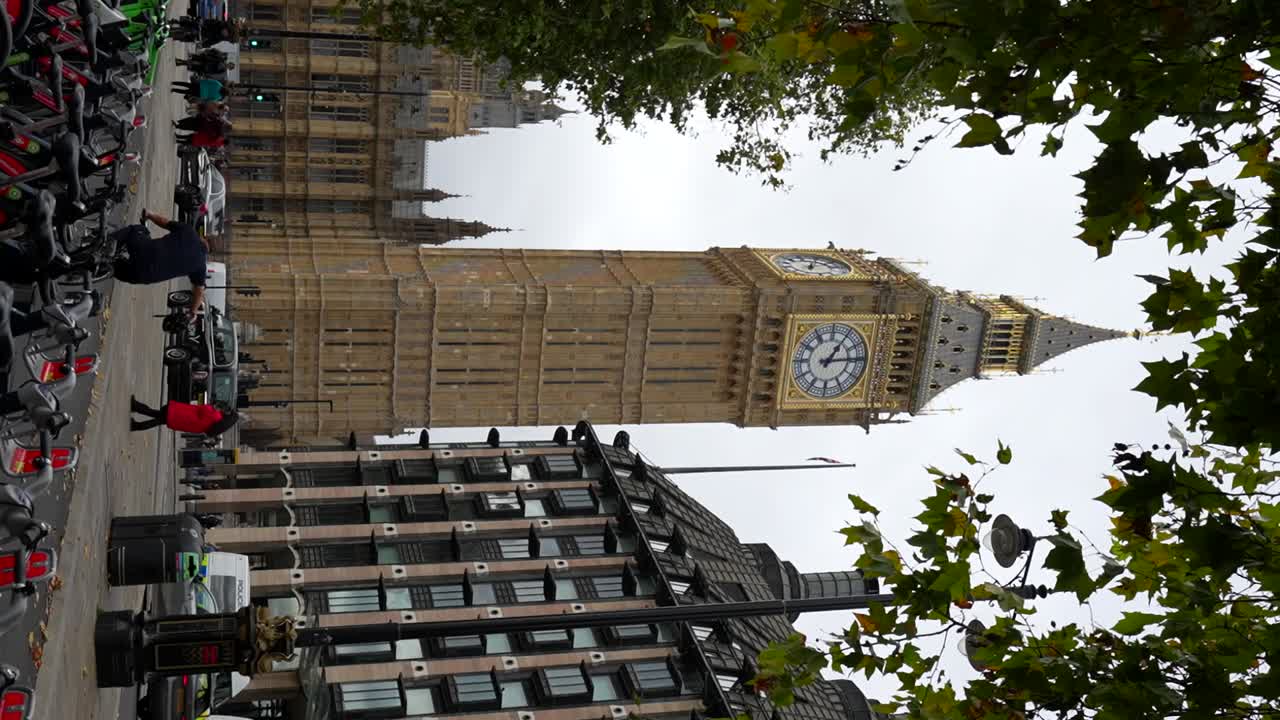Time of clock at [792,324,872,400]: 1:14
